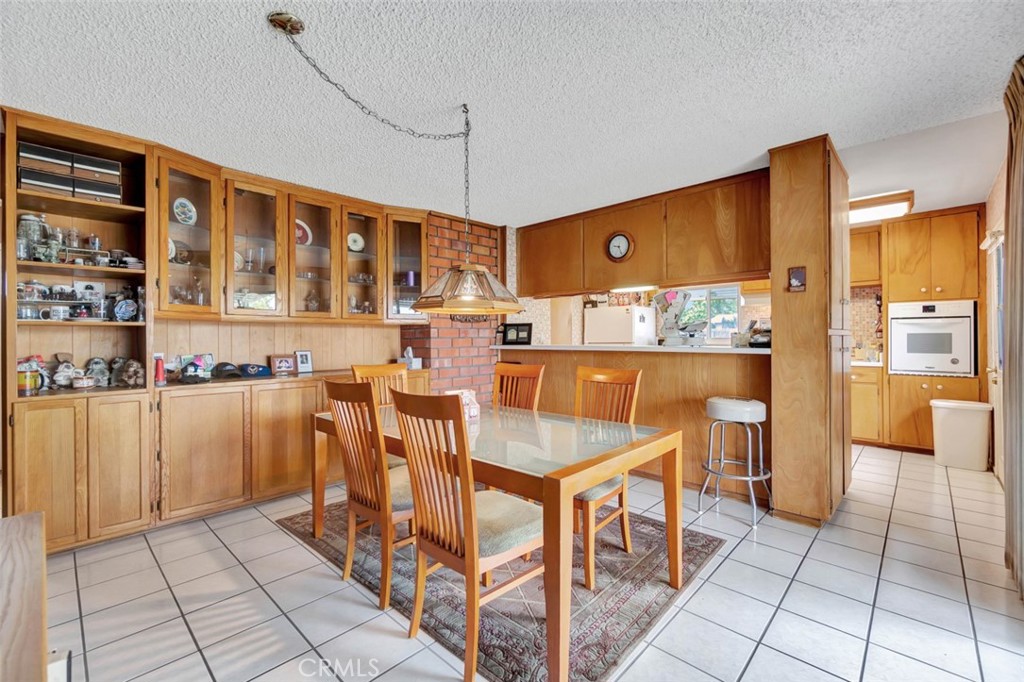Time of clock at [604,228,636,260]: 9:25
